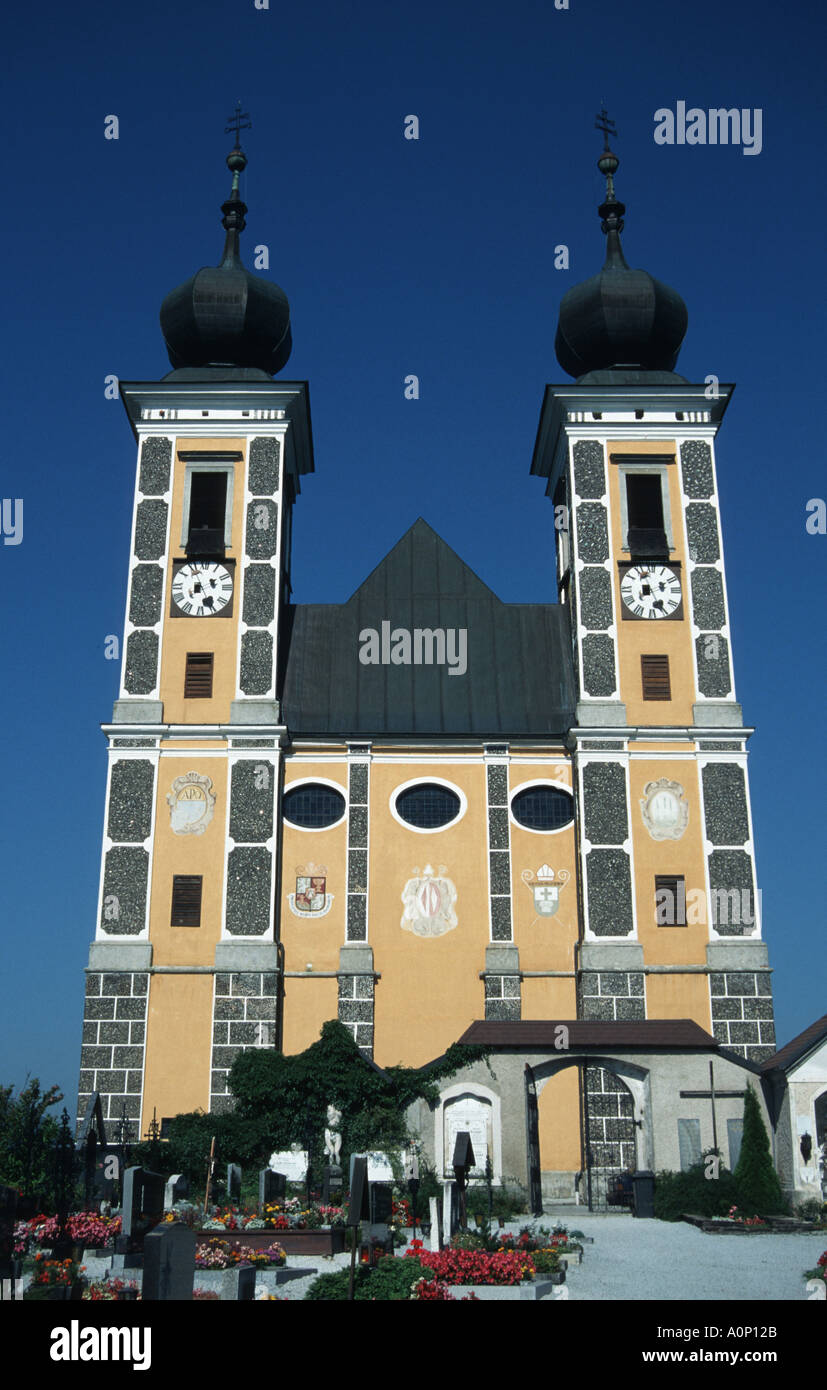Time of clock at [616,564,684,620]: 7:25
